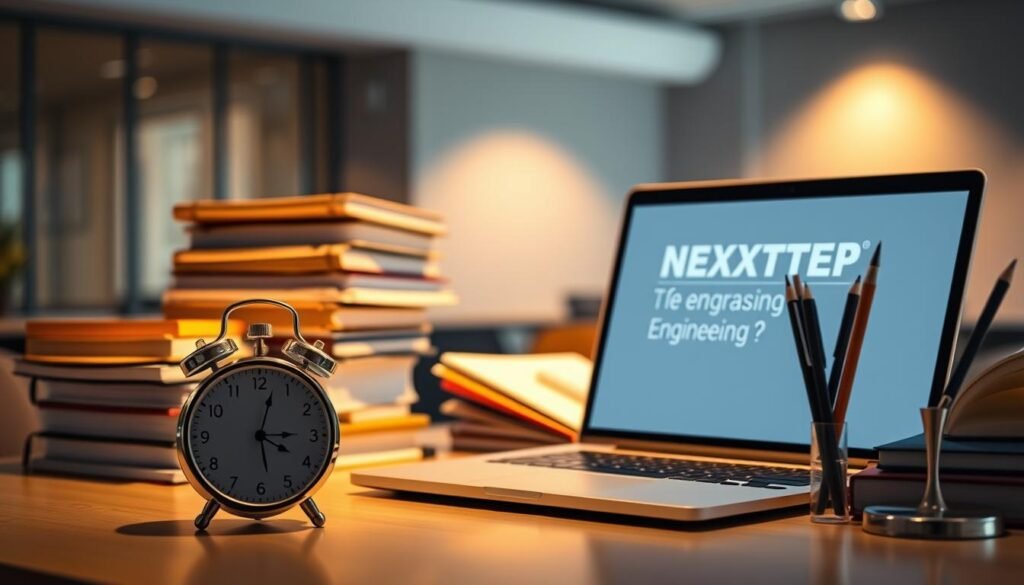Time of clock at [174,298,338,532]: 4:02
